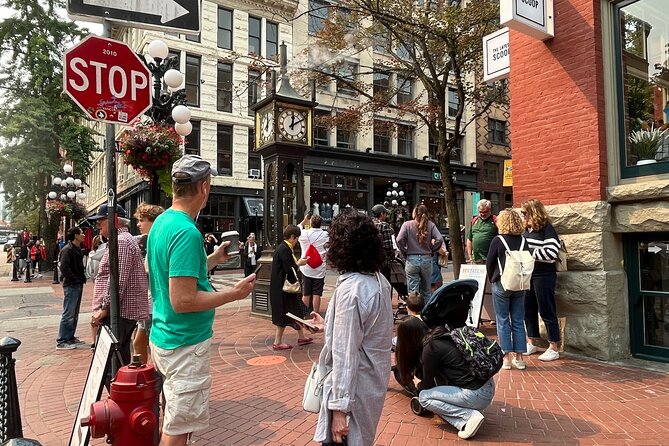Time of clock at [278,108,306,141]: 12:09
